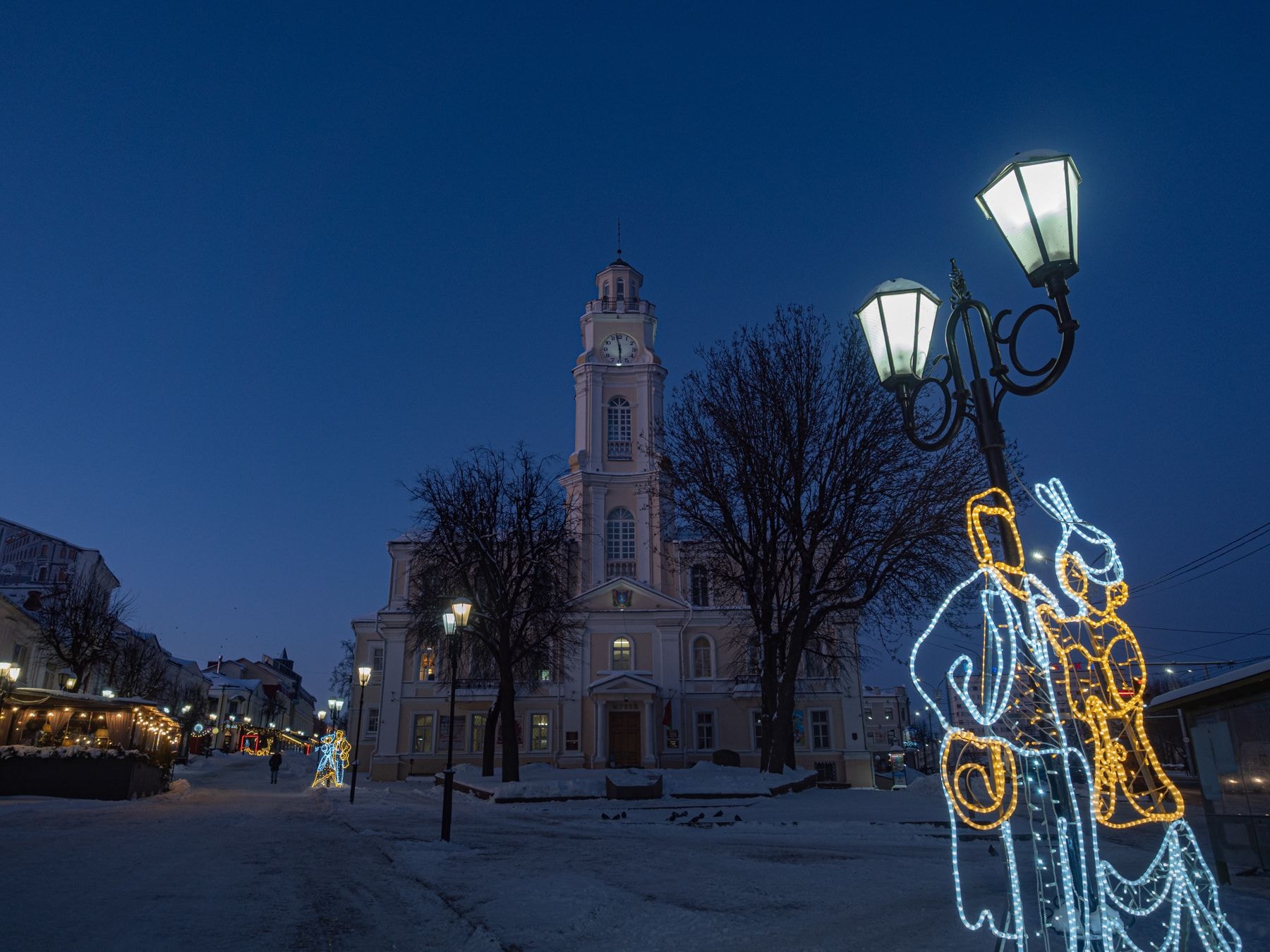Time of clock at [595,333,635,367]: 5:58
